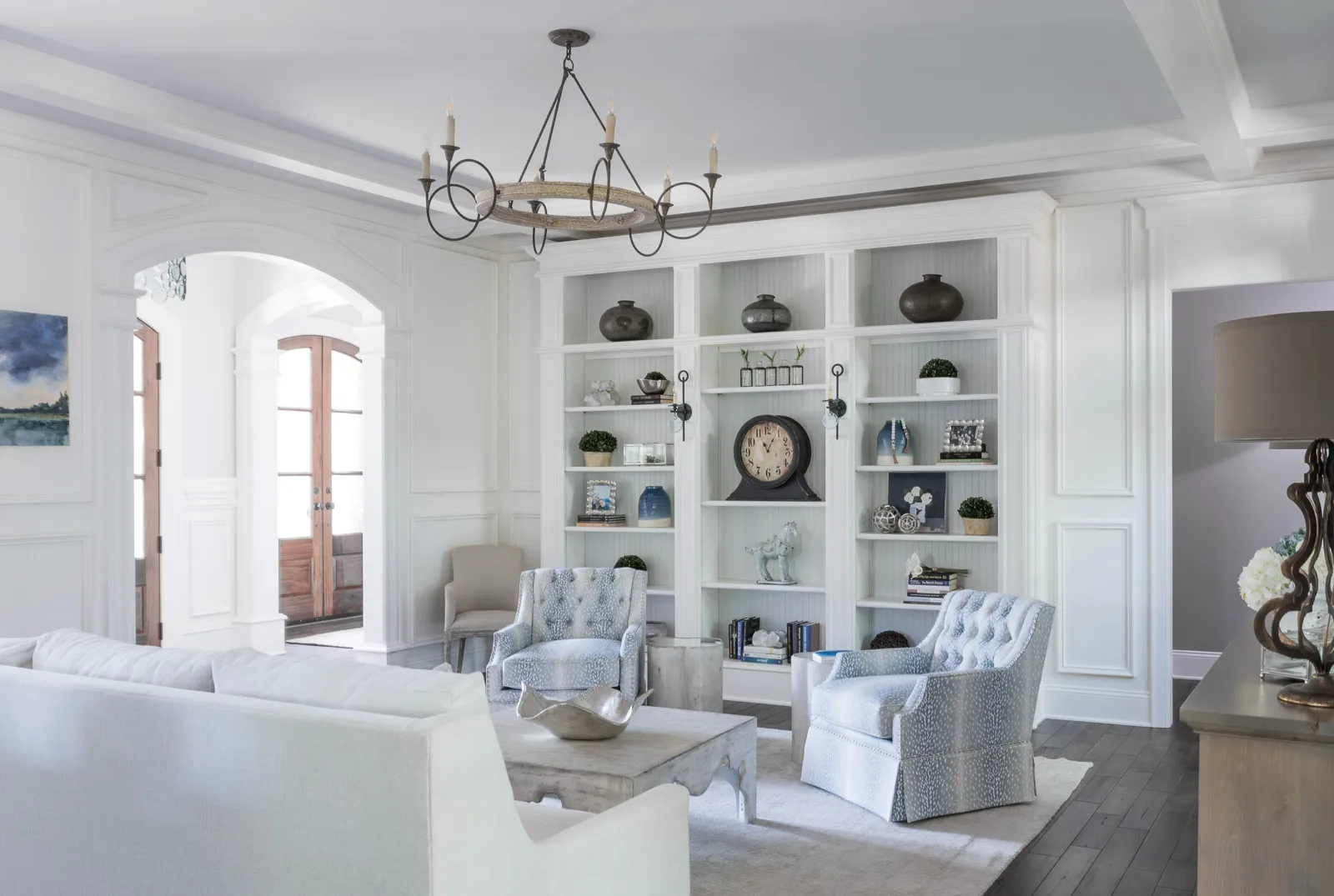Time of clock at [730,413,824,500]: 11:04
